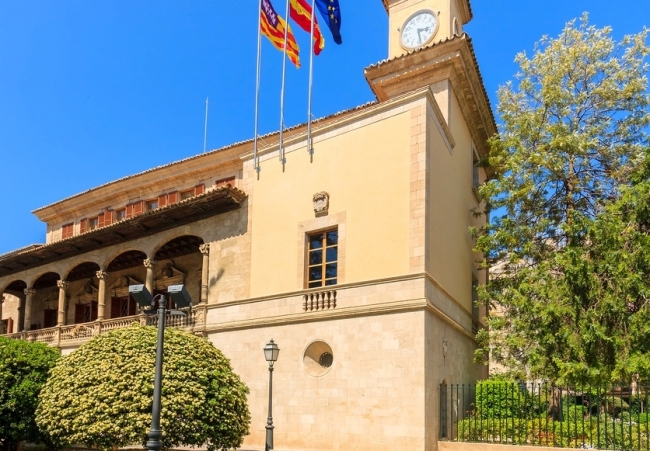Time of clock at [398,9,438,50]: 3:28
